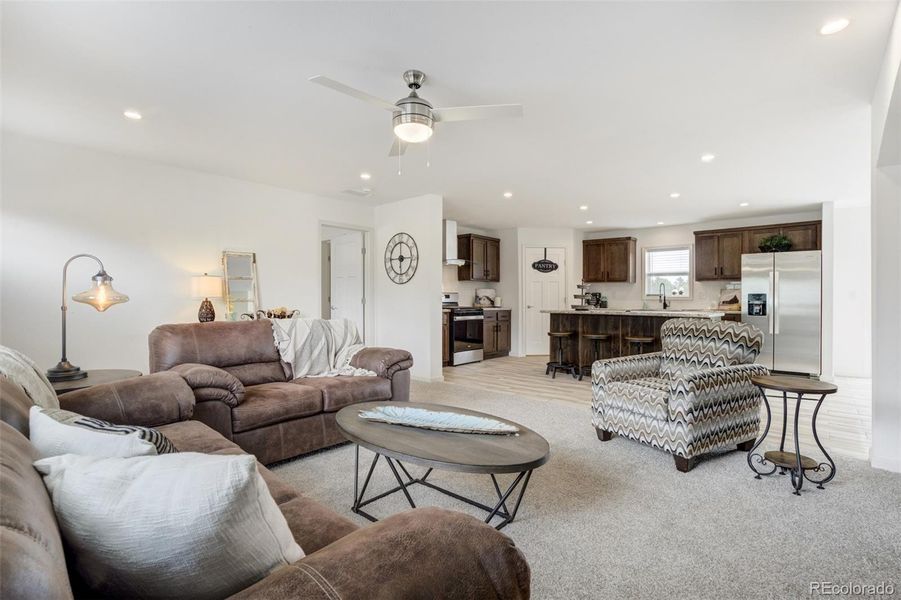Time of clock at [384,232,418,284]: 5:59
